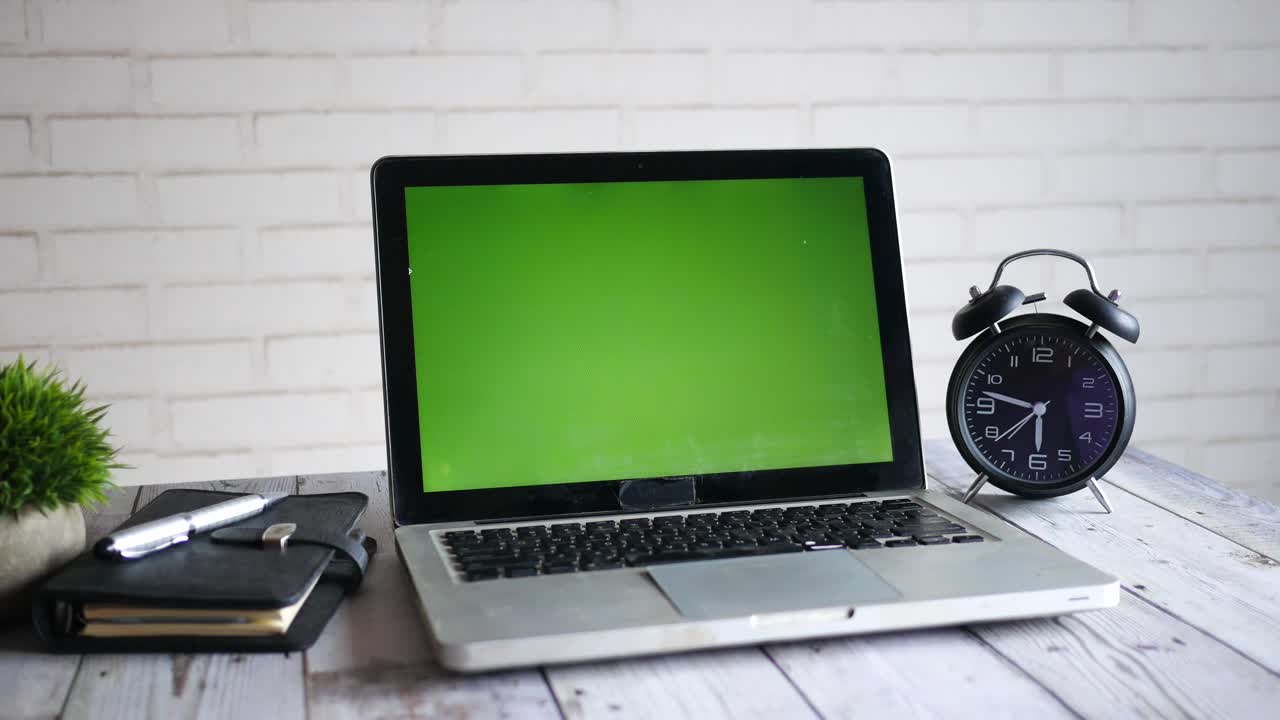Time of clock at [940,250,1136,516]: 5:47
